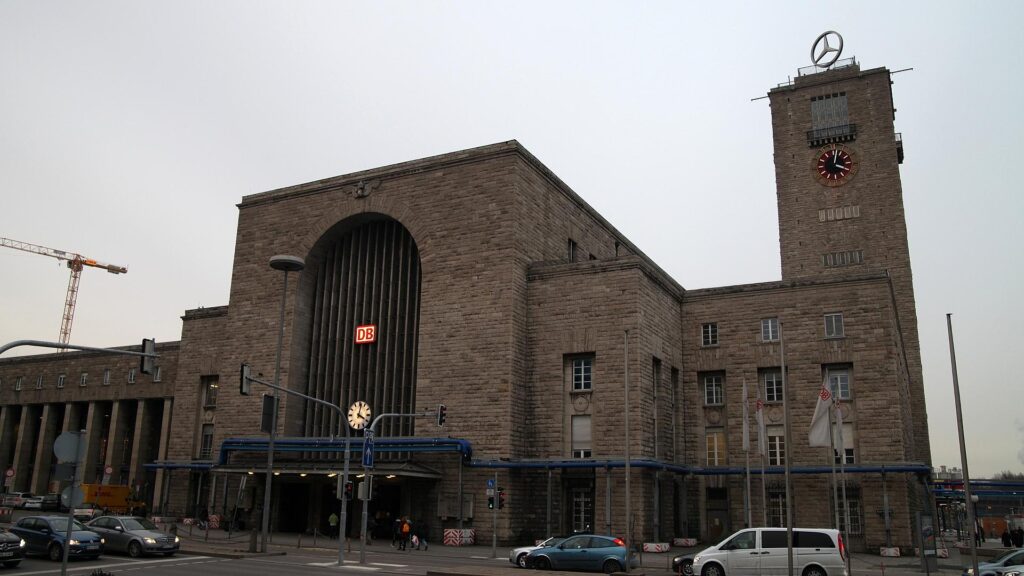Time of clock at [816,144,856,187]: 4:02
